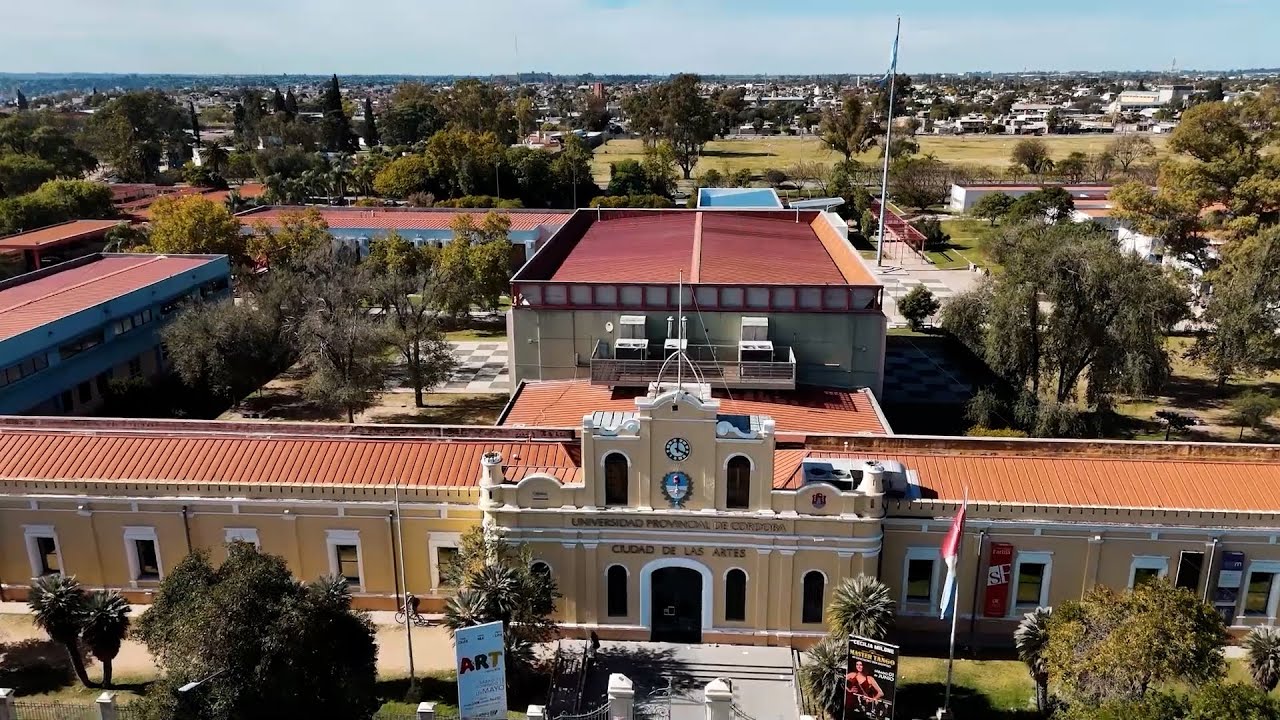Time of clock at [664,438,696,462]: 4:00
